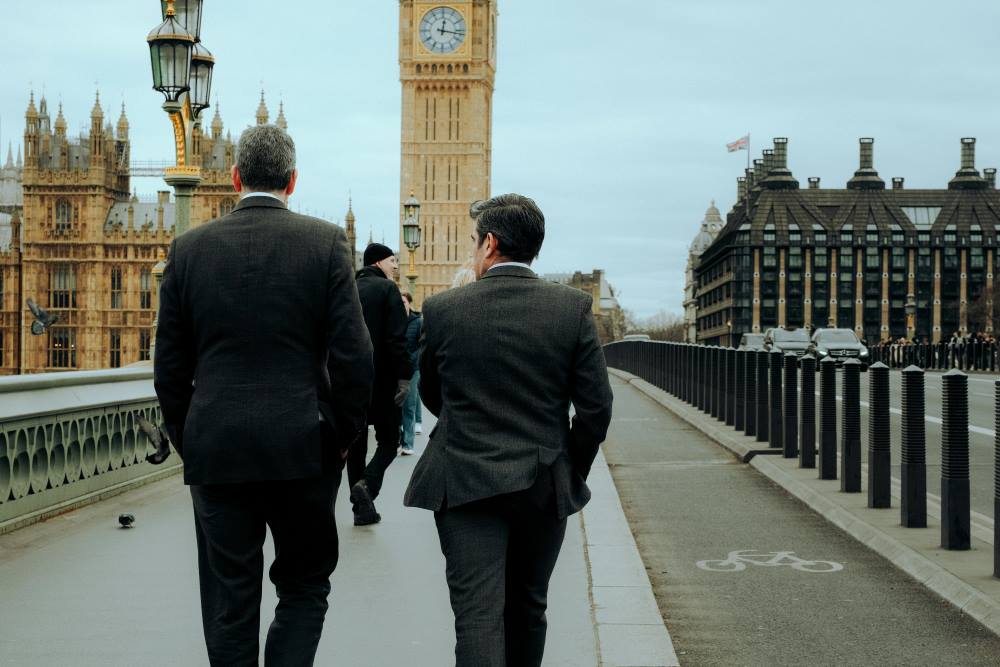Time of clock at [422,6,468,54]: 12:16
